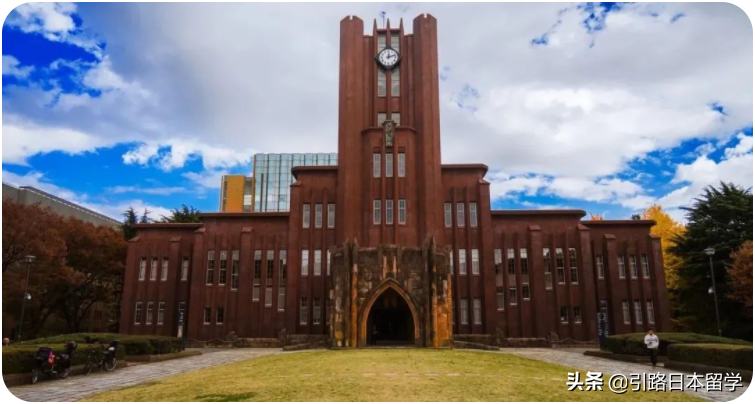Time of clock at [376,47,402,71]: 12:12
